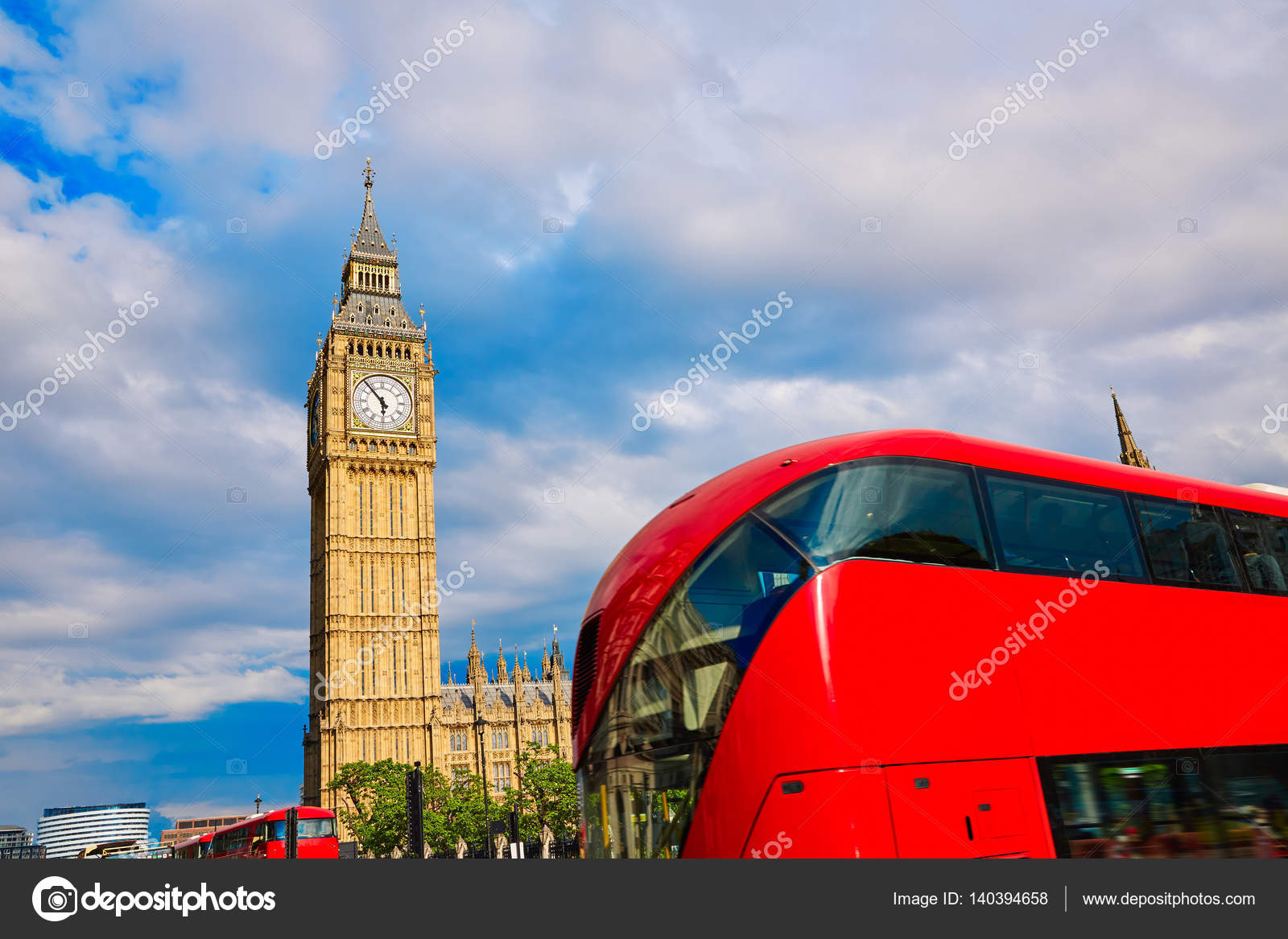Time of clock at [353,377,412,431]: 5:53
